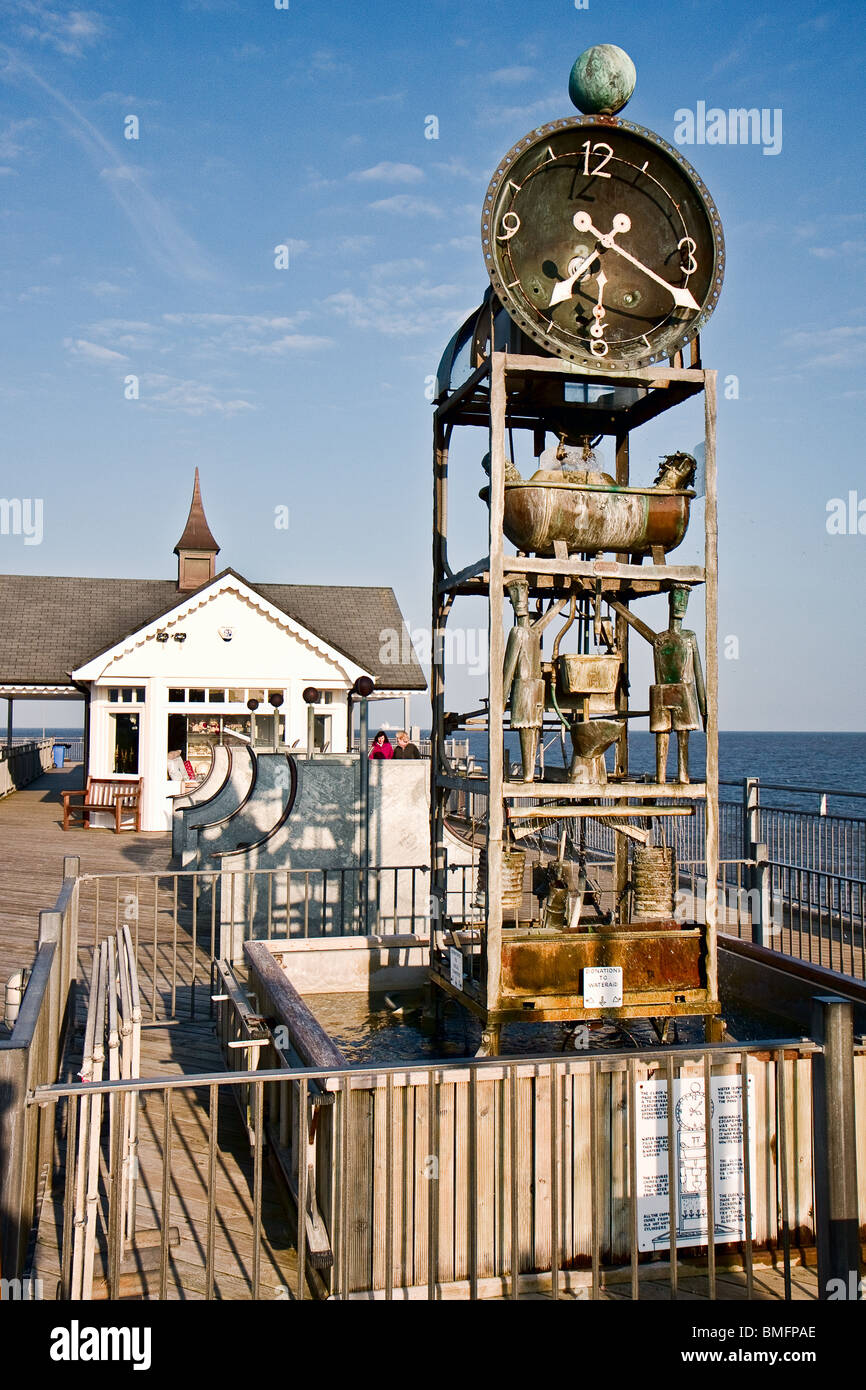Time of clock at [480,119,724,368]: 7:20
